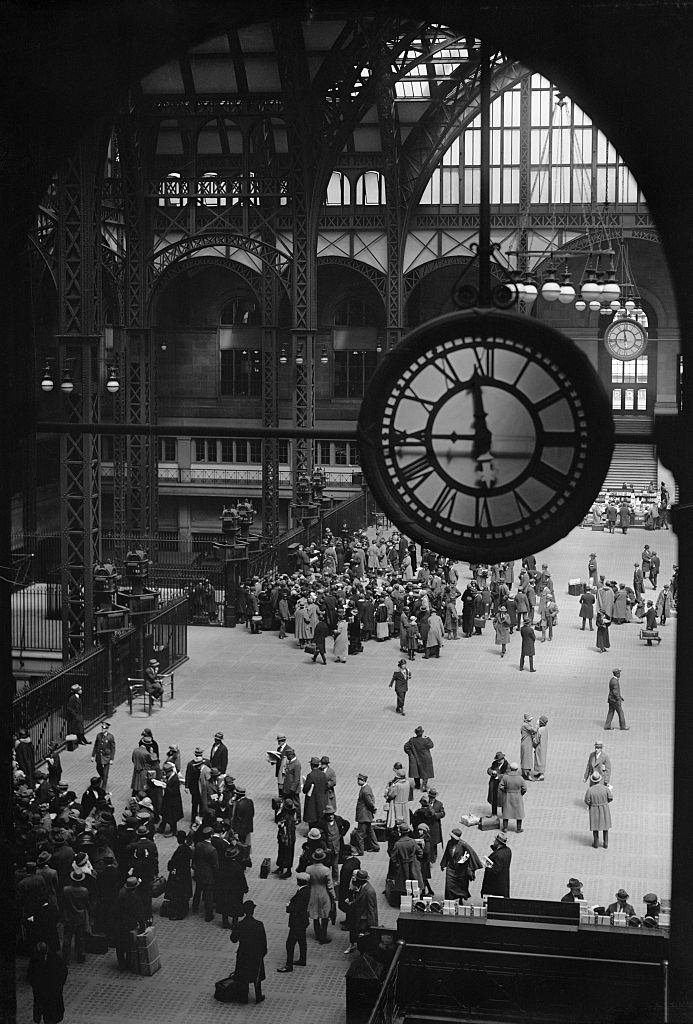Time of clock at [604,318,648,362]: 11:44
